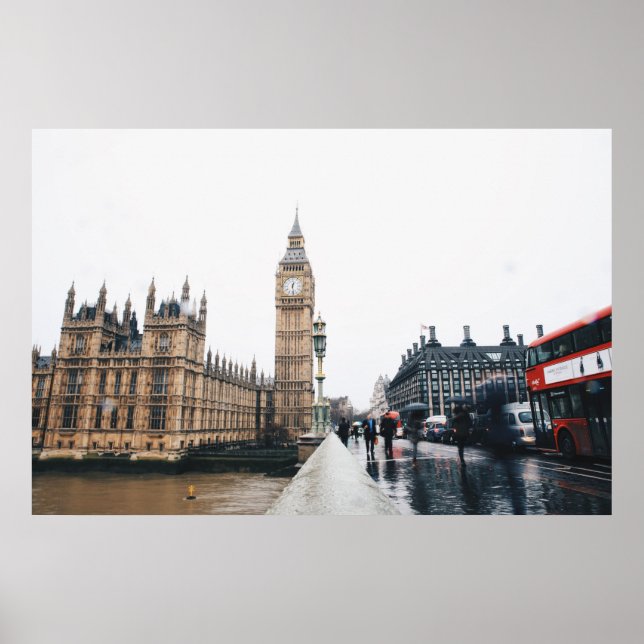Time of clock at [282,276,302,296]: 12:28
